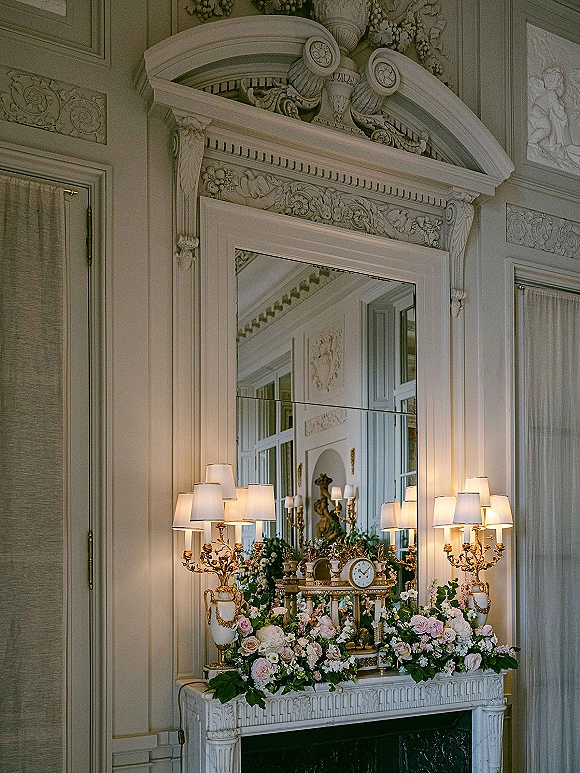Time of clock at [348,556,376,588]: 10:07
